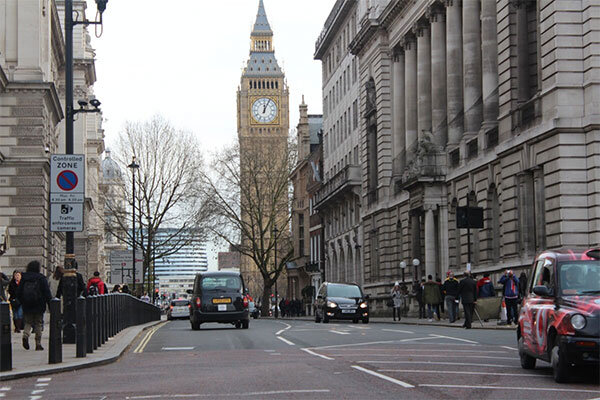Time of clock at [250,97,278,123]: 12:04
